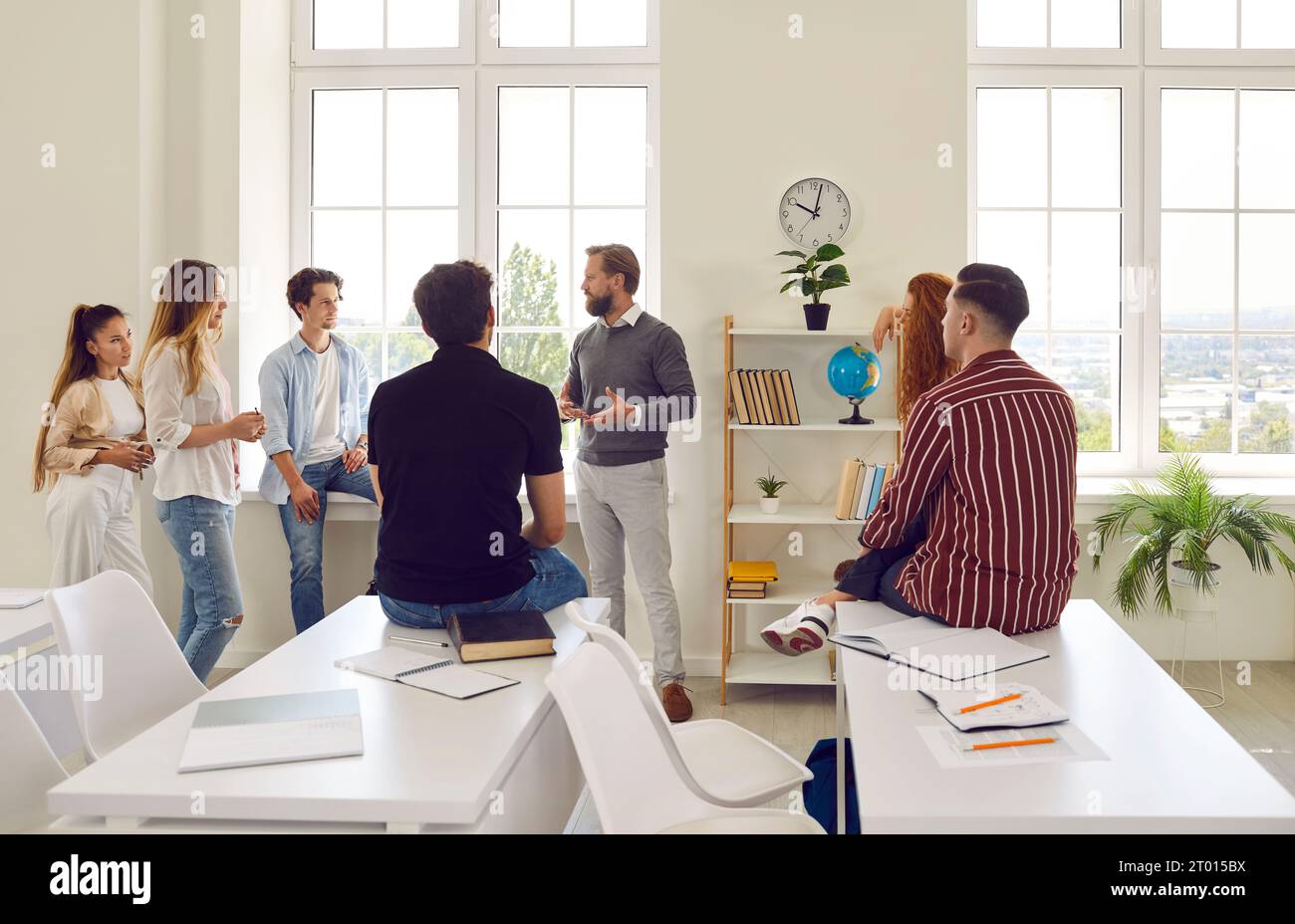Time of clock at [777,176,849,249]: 10:02
